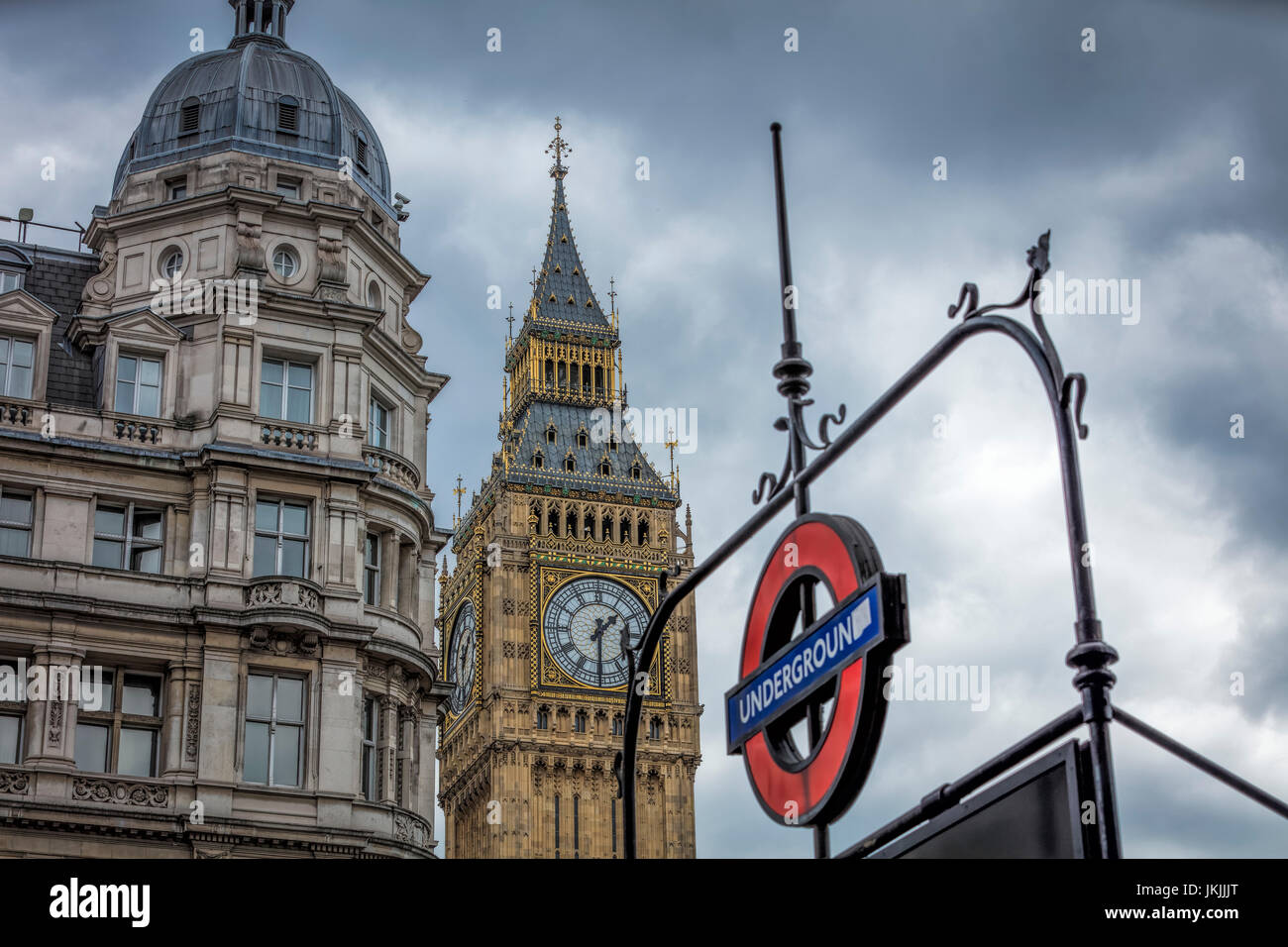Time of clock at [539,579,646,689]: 1:29
